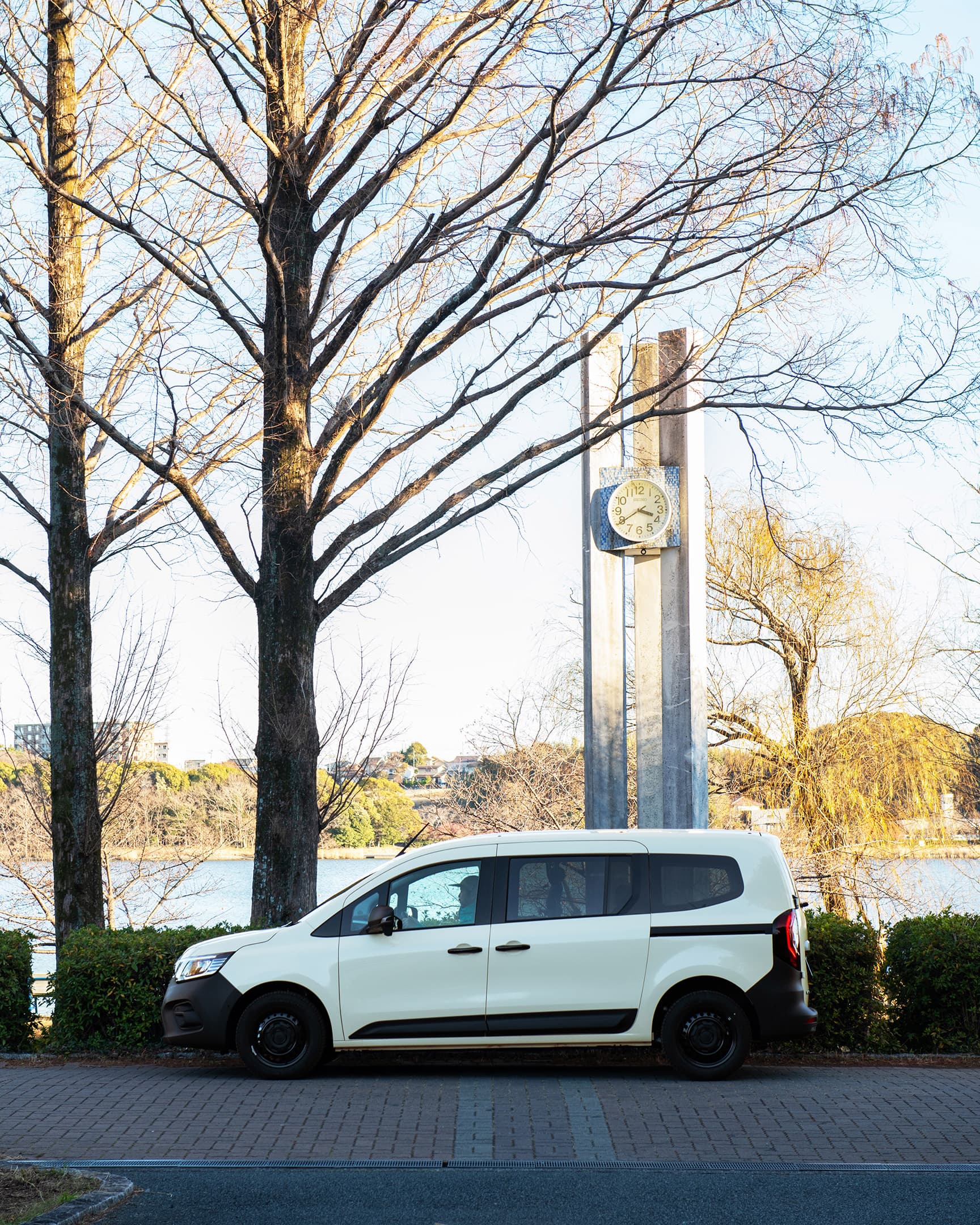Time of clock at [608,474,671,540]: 3:39
